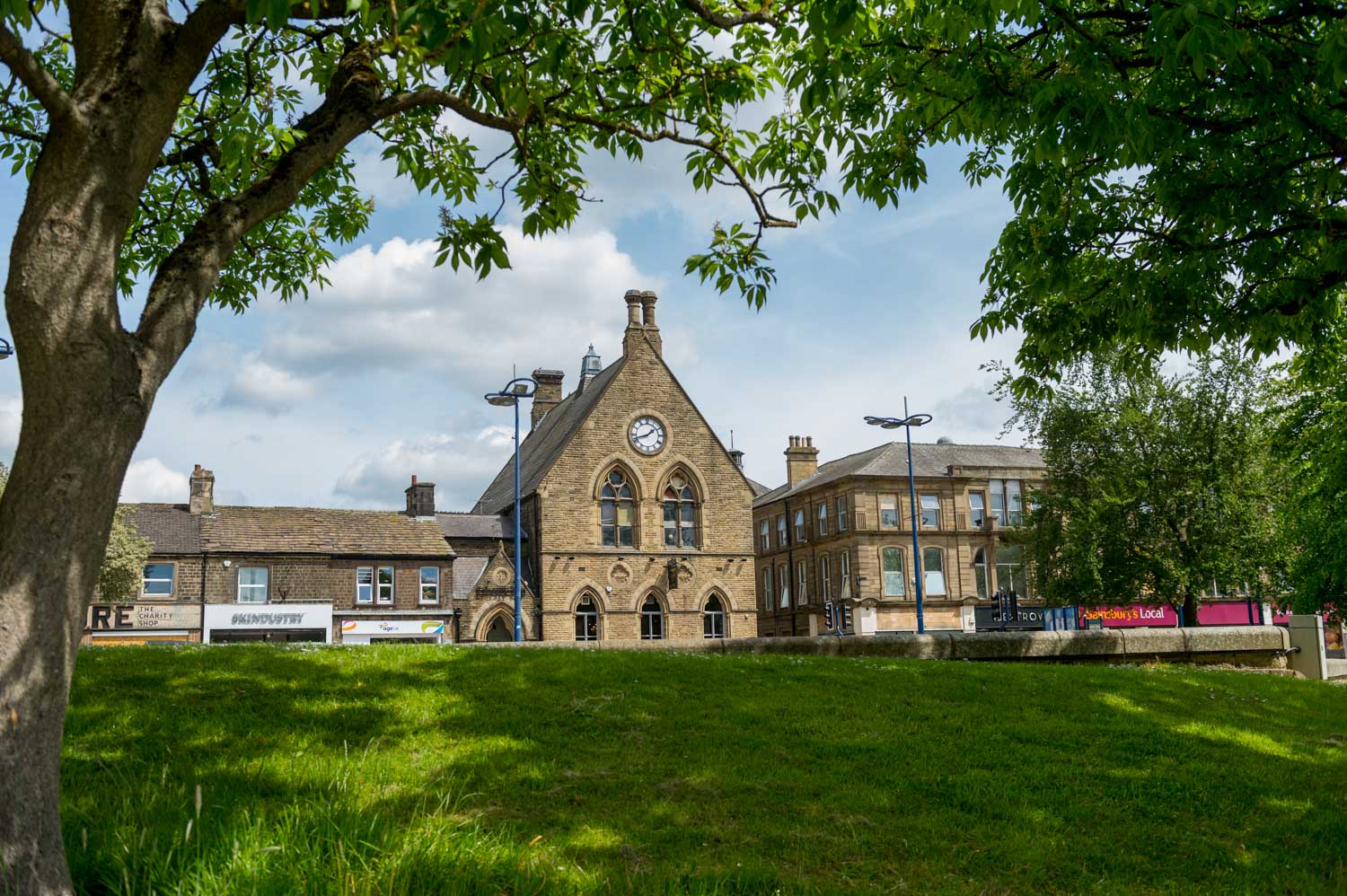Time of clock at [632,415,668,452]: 1:42
